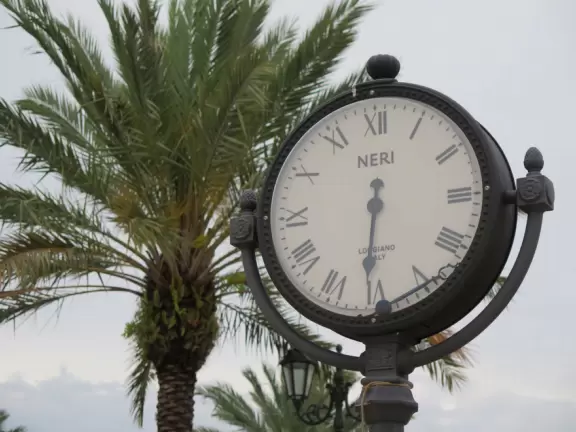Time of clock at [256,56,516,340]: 6:31
